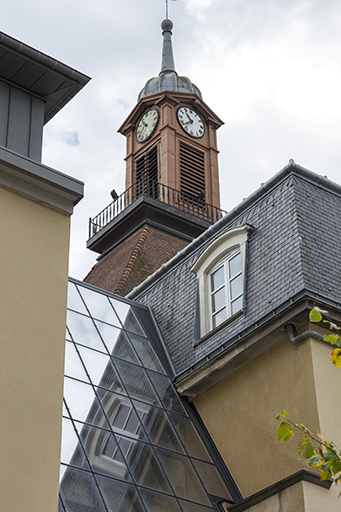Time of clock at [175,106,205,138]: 10:38
